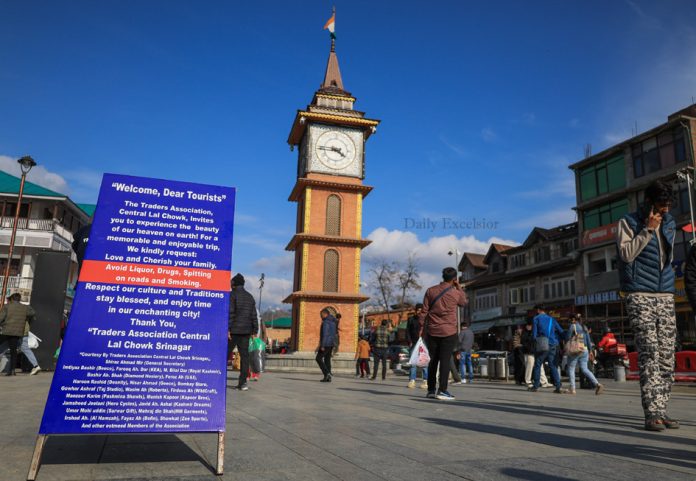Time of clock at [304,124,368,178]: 3:44
